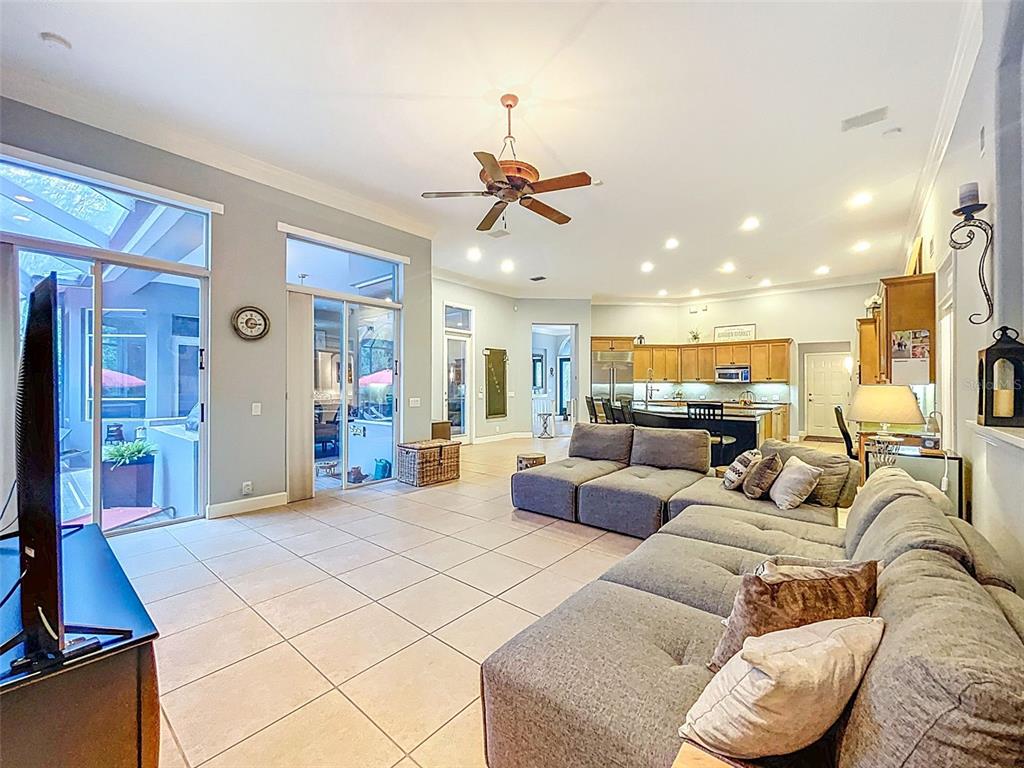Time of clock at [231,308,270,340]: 3:15
